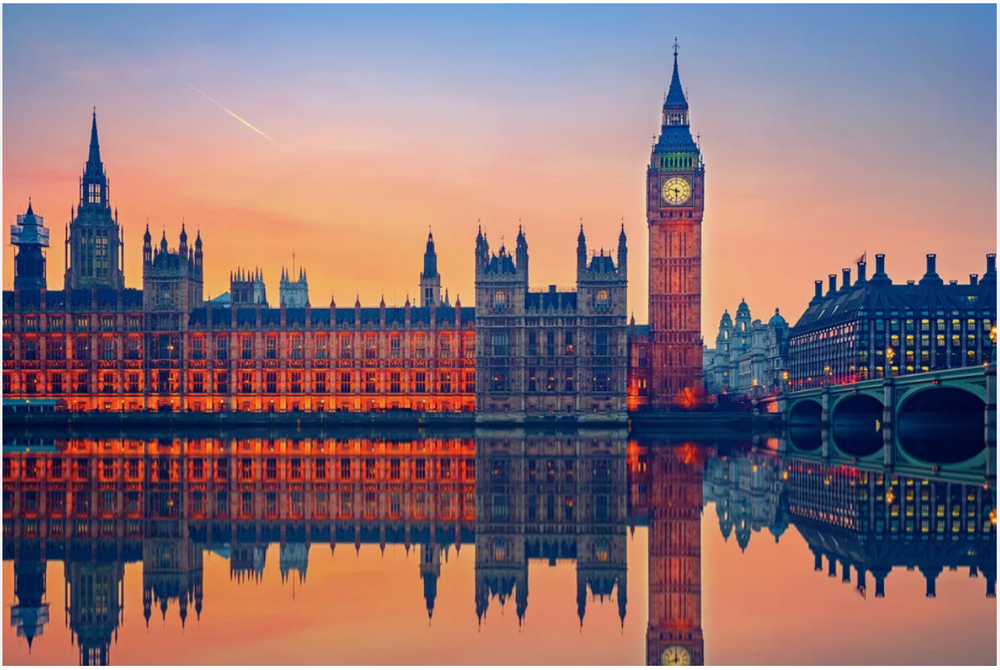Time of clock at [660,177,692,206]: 5:47
